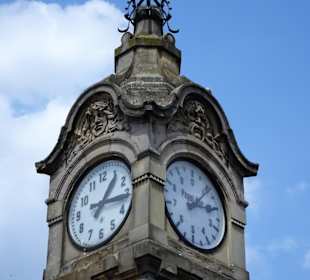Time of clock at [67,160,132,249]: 1:16
